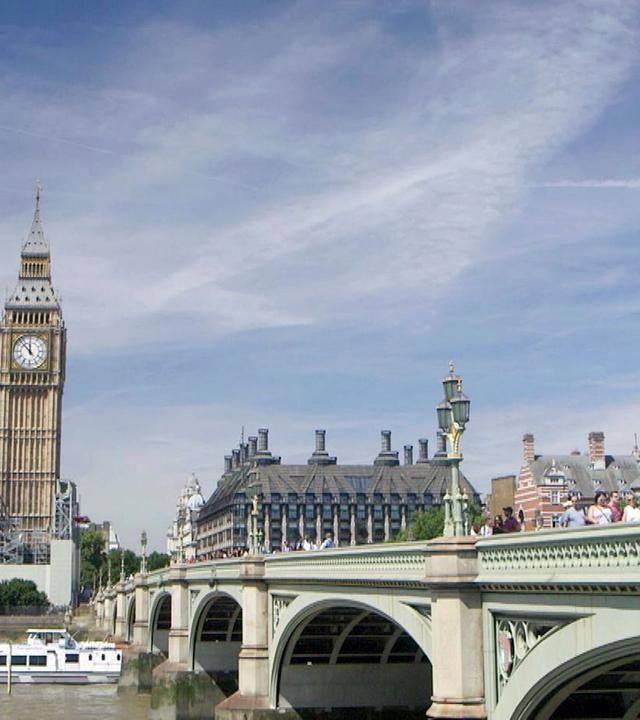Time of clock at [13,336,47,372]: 11:52
